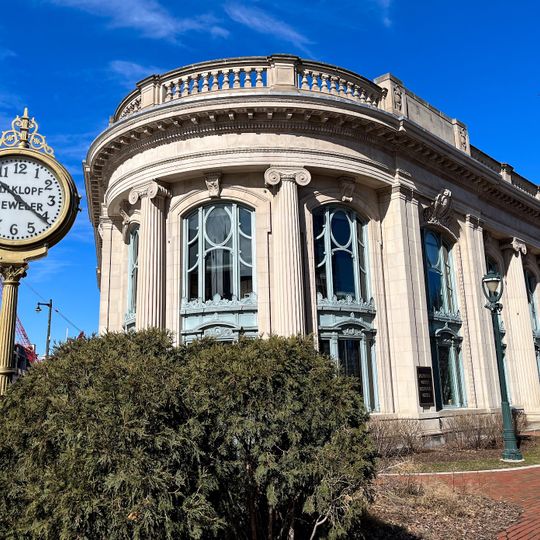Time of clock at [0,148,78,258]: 10:20
